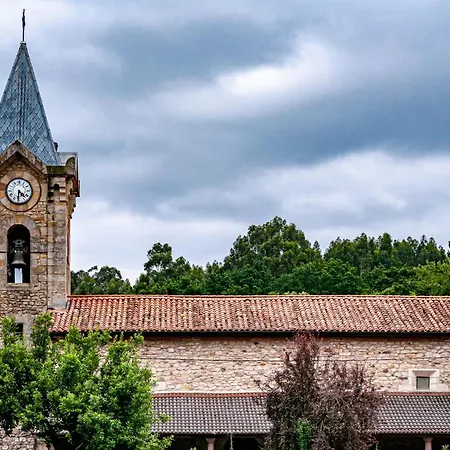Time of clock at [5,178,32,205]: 4:30
